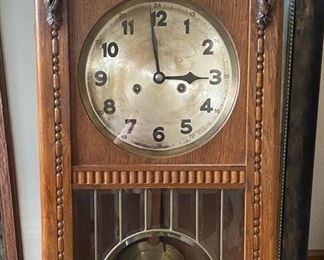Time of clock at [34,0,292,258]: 2:58
